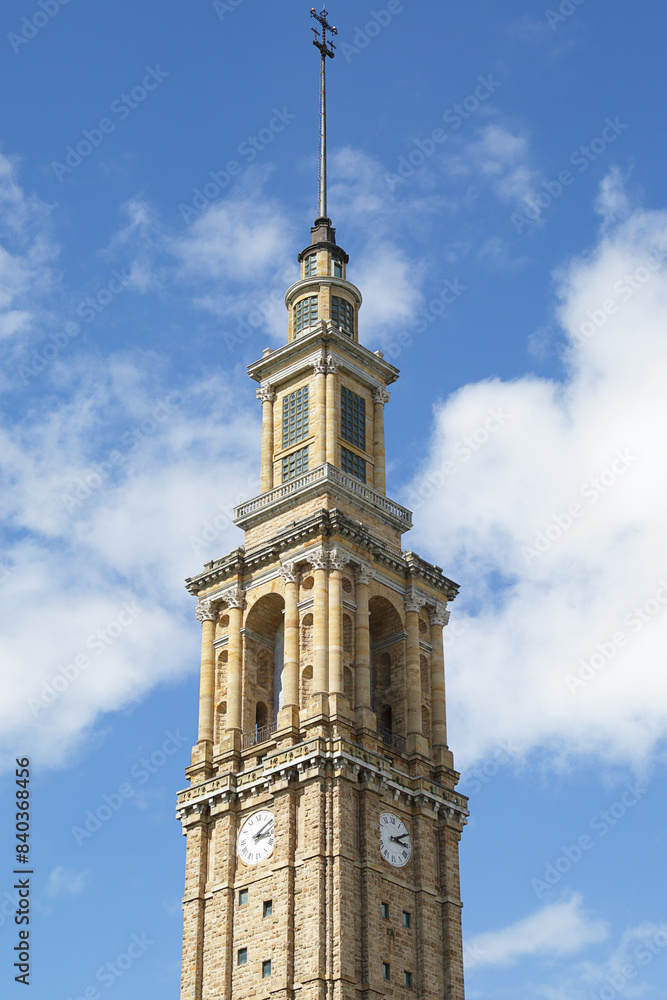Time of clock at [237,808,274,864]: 3:09
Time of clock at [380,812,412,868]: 3:10
